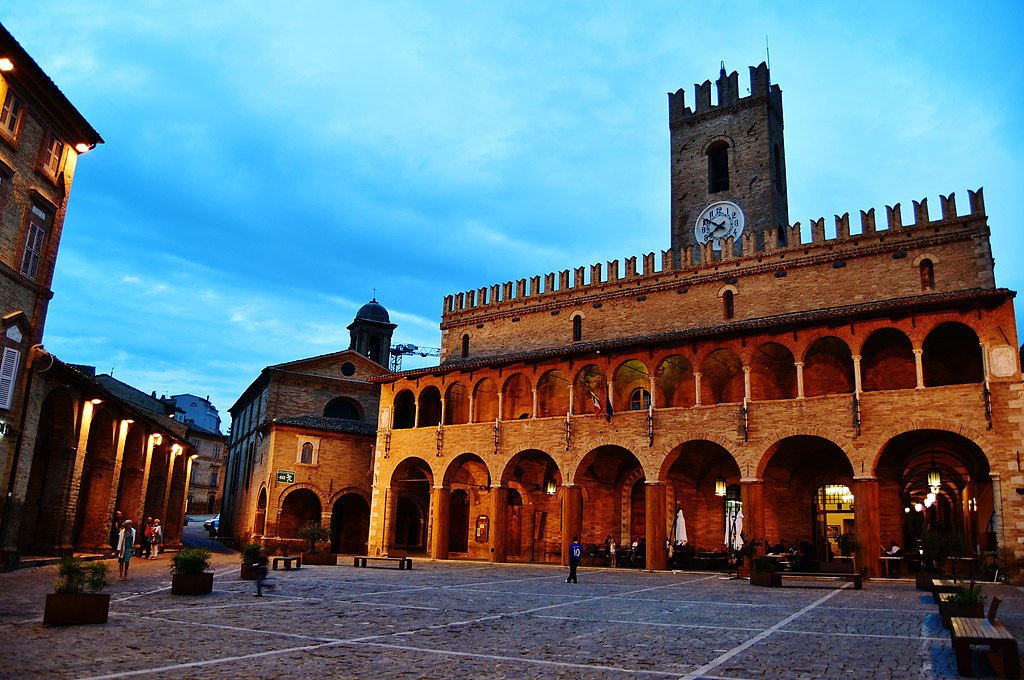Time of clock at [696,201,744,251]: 7:50
